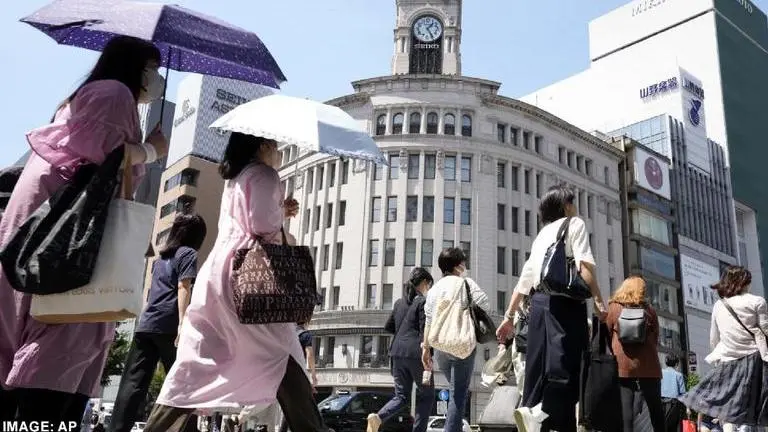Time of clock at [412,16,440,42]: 1:24
